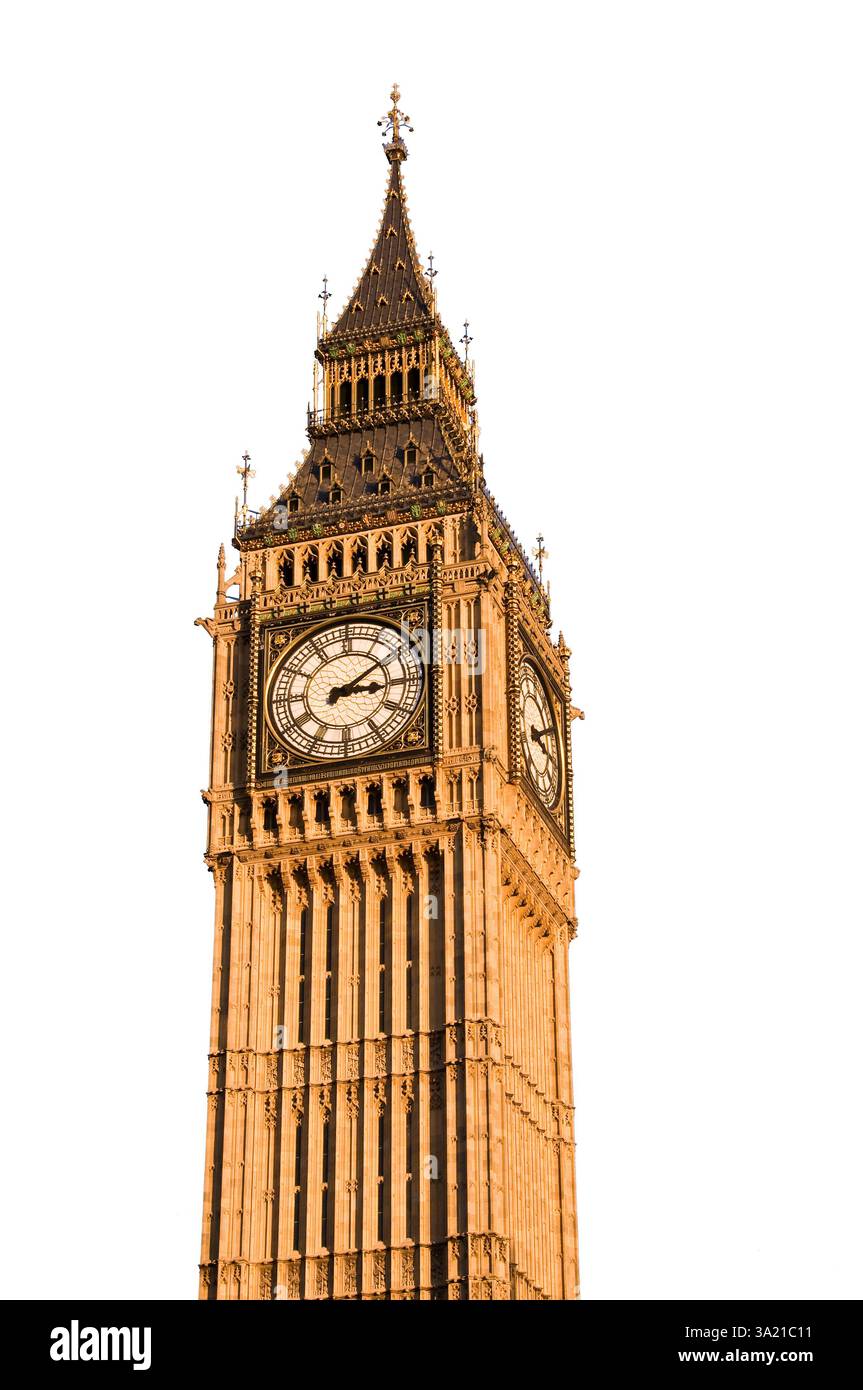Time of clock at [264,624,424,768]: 3:09
